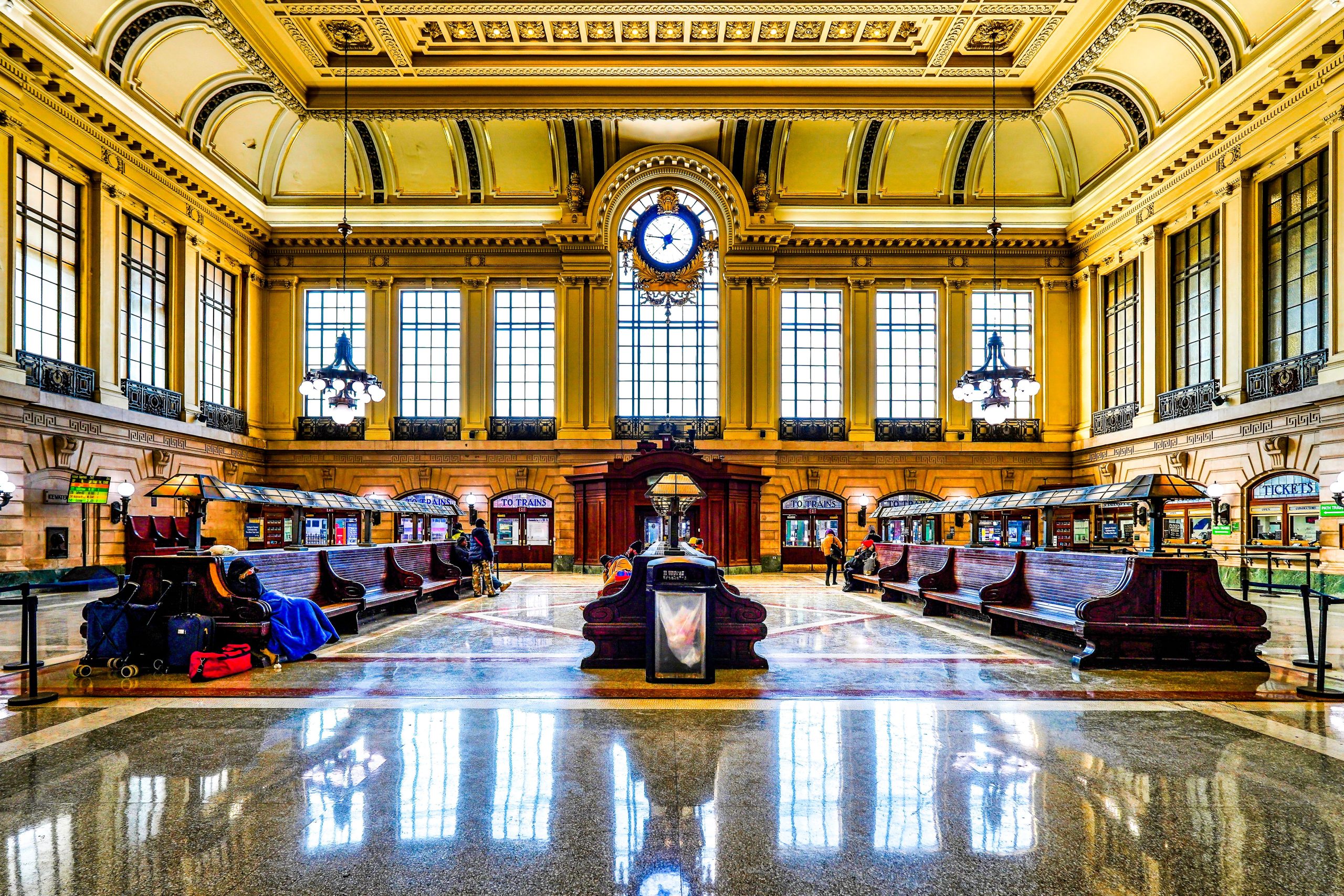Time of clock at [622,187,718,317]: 12:46
